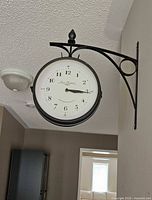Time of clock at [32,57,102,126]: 3:15
